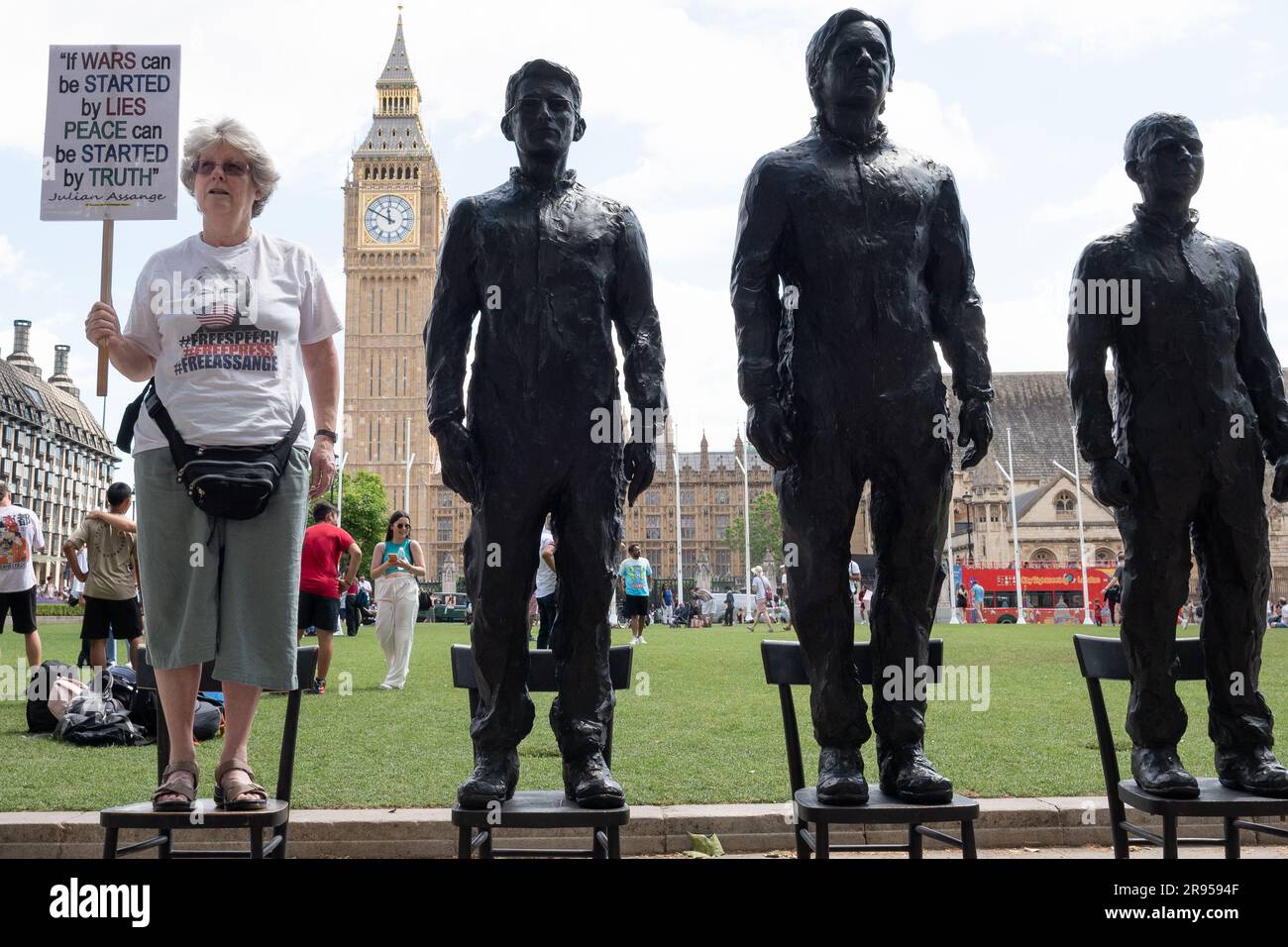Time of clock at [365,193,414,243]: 11:49
